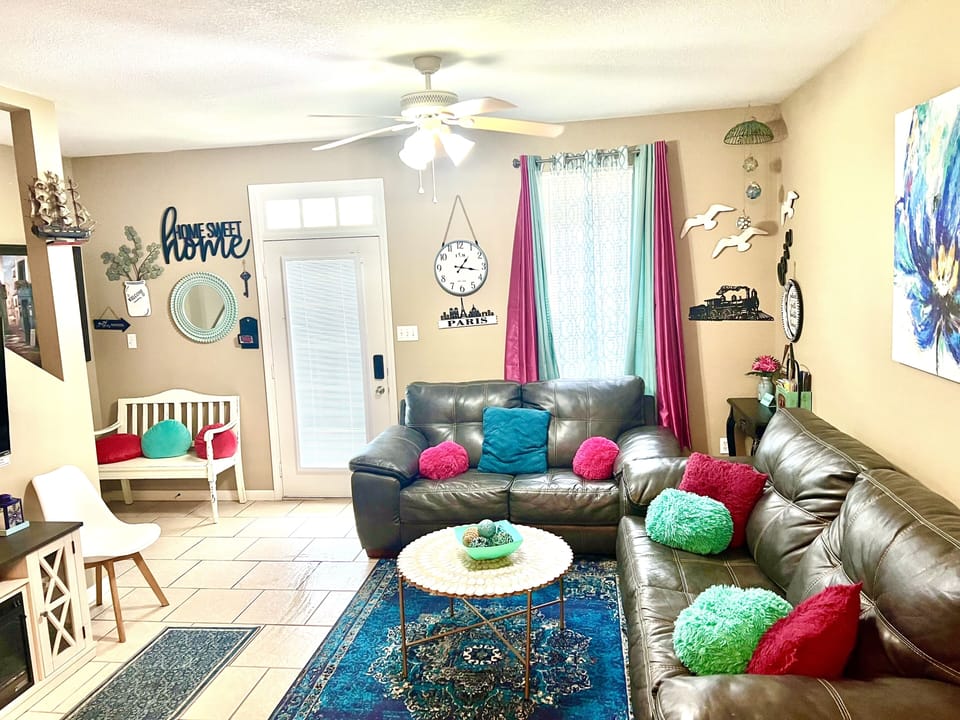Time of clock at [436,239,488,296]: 1:16
